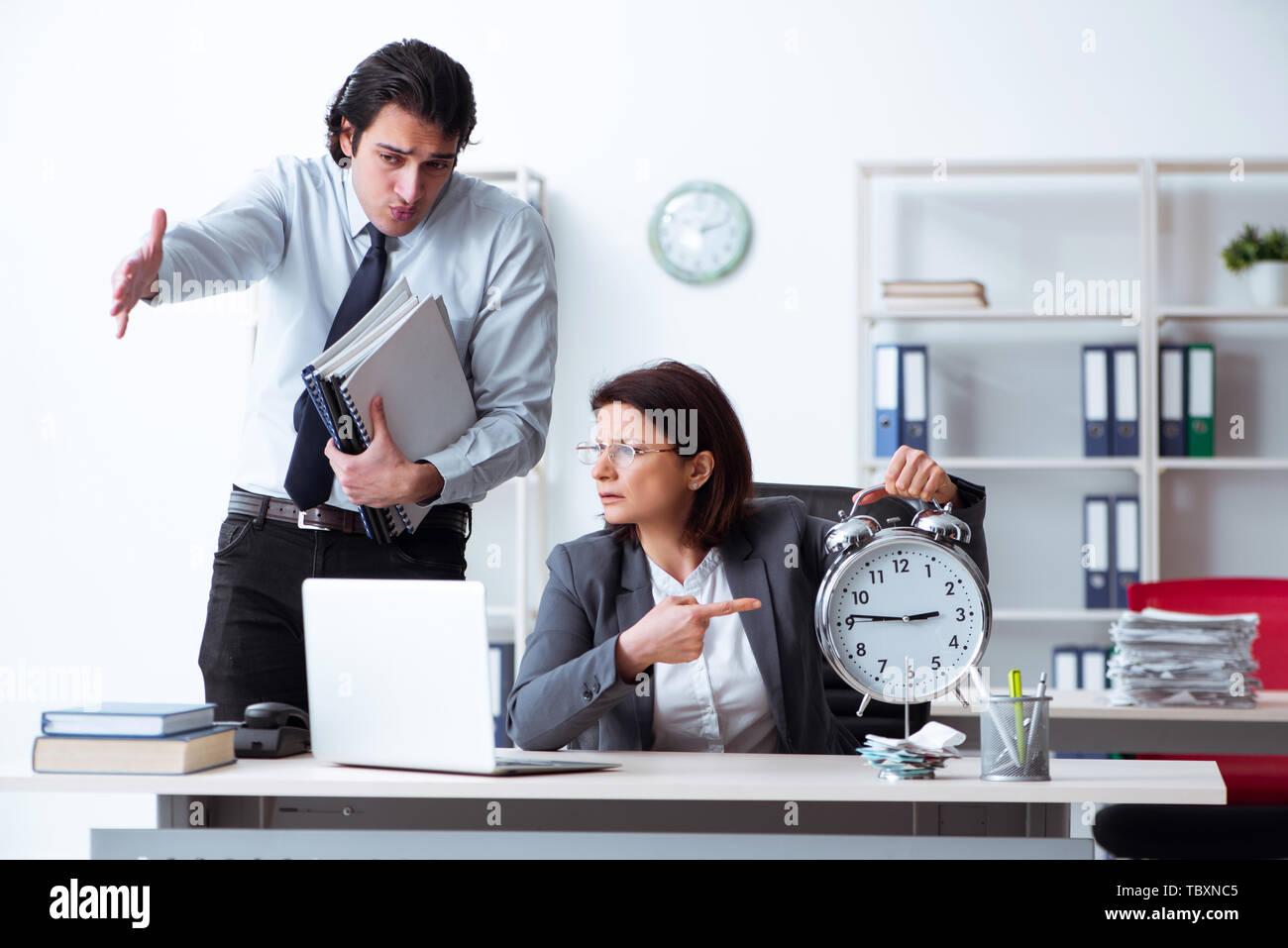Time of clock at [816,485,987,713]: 2:46
